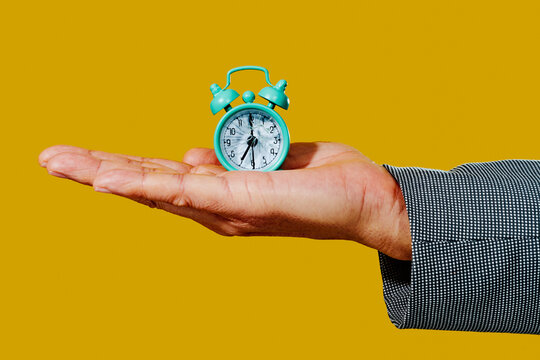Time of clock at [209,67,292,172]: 7:00
